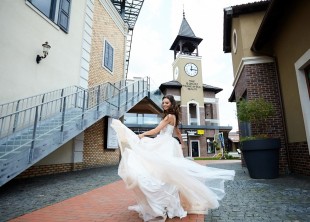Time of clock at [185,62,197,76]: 12:14
